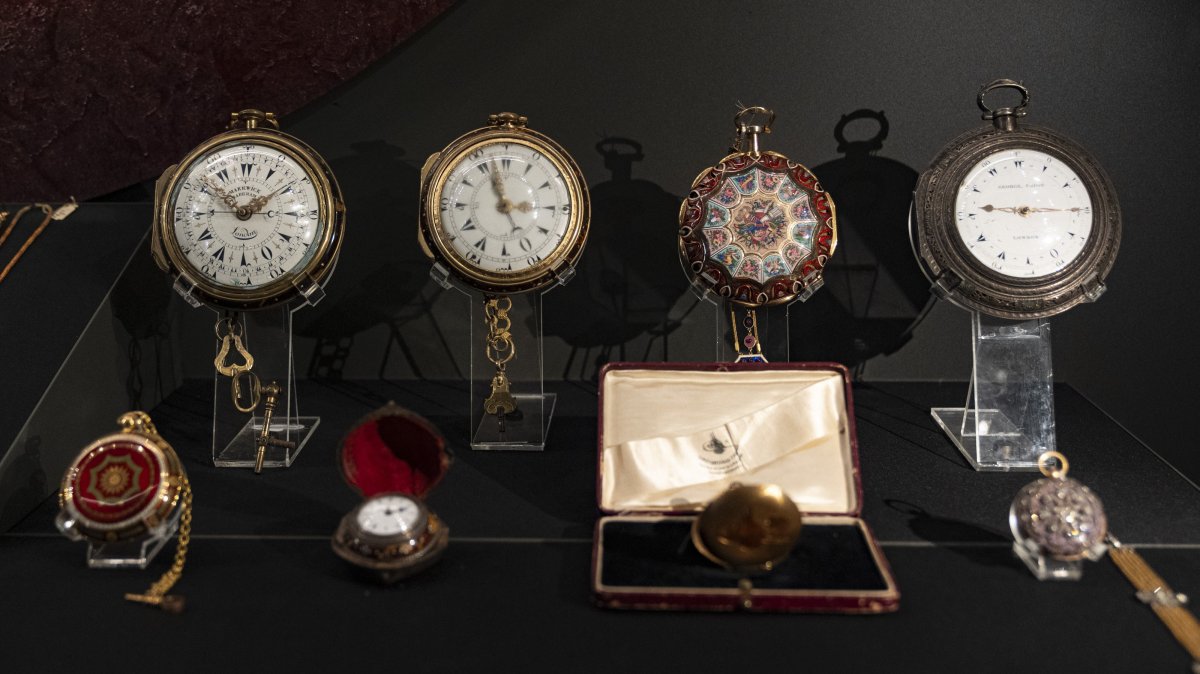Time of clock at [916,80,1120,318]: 9:15
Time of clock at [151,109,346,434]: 10:08
